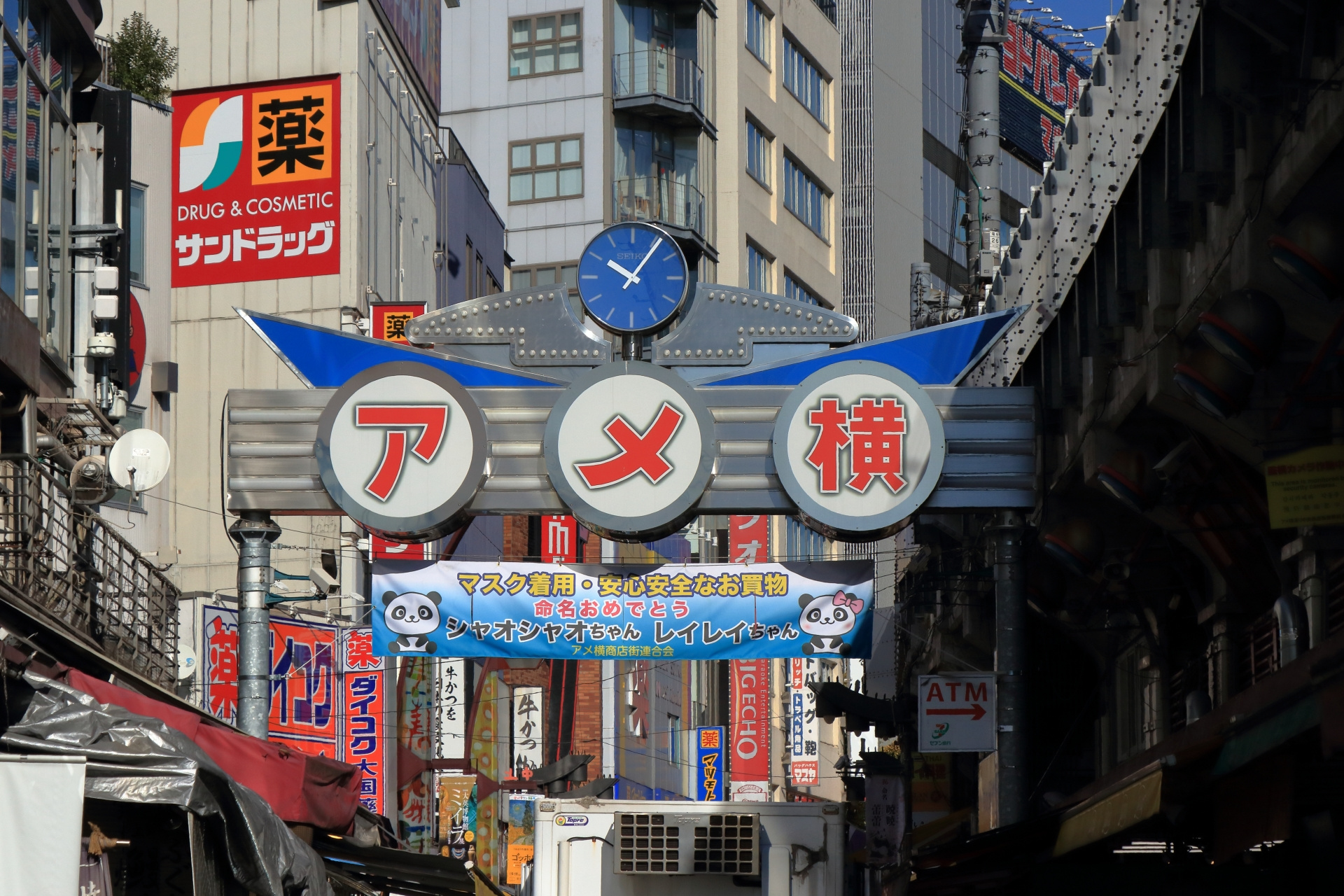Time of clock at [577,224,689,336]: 10:05
